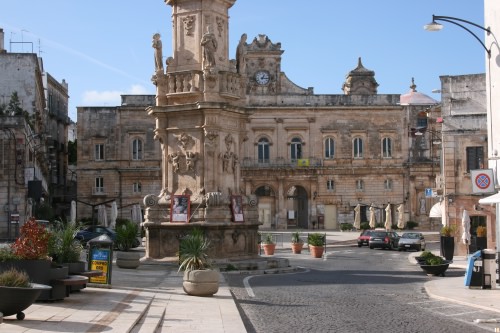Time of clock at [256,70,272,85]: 1:16
